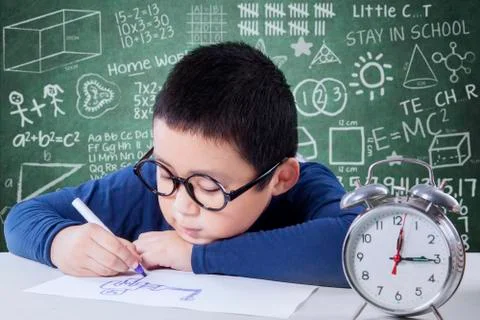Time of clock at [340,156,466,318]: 12:14
